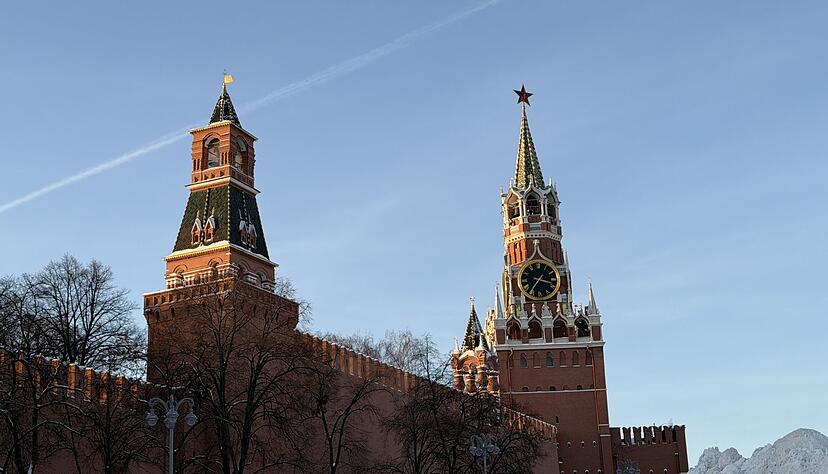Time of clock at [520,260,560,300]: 7:17
